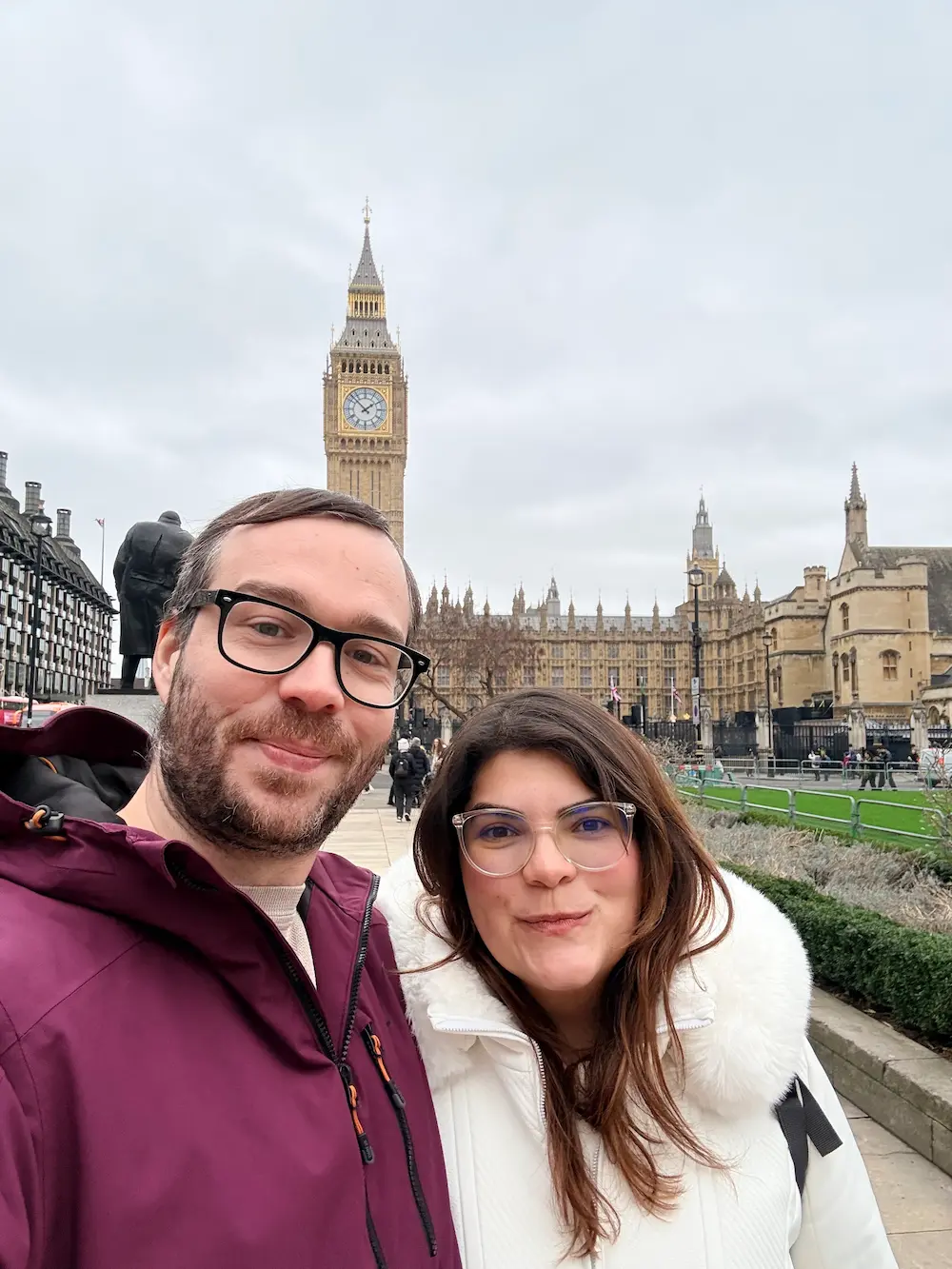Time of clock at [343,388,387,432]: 1:52
